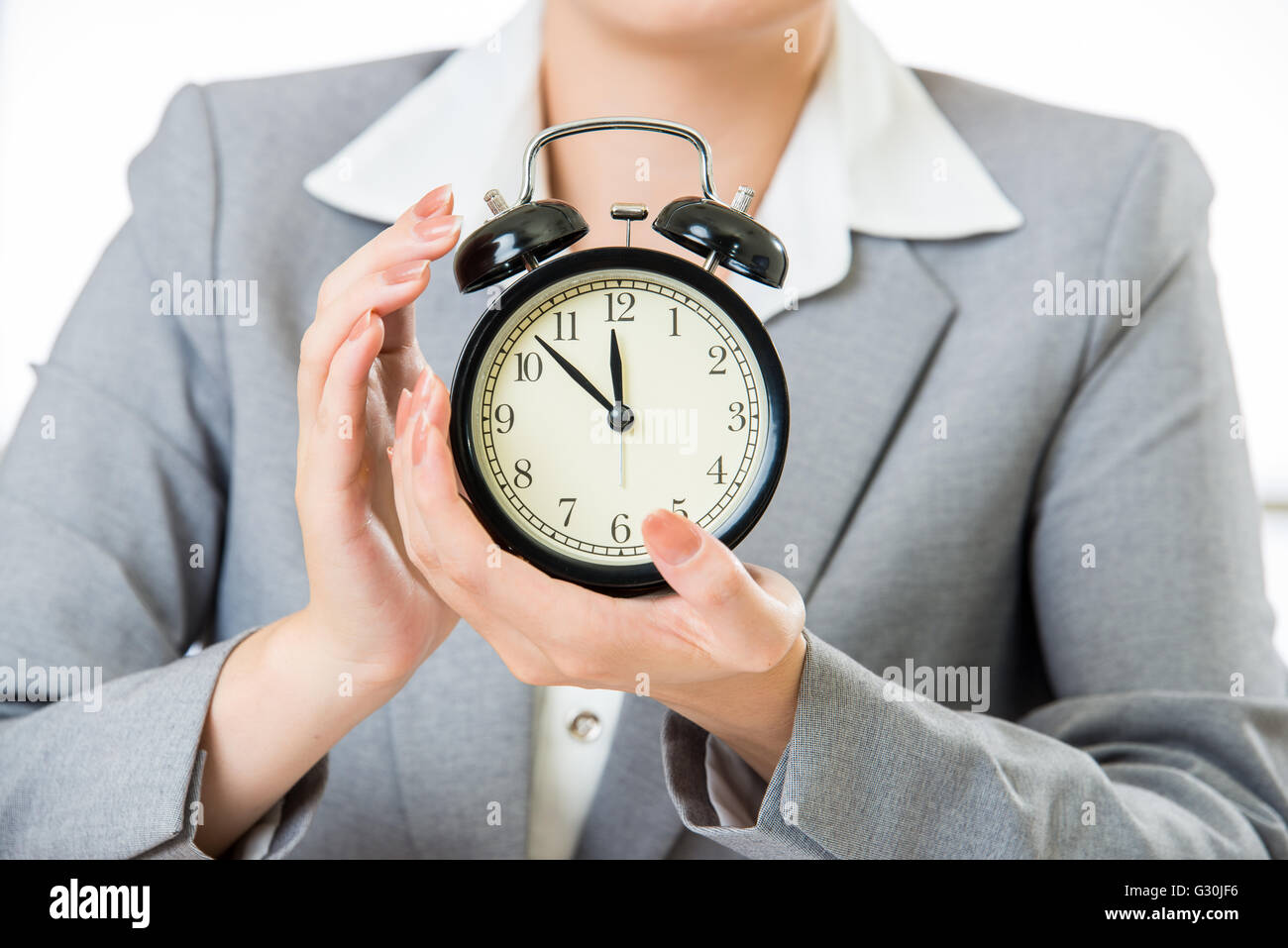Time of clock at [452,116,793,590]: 11:52
